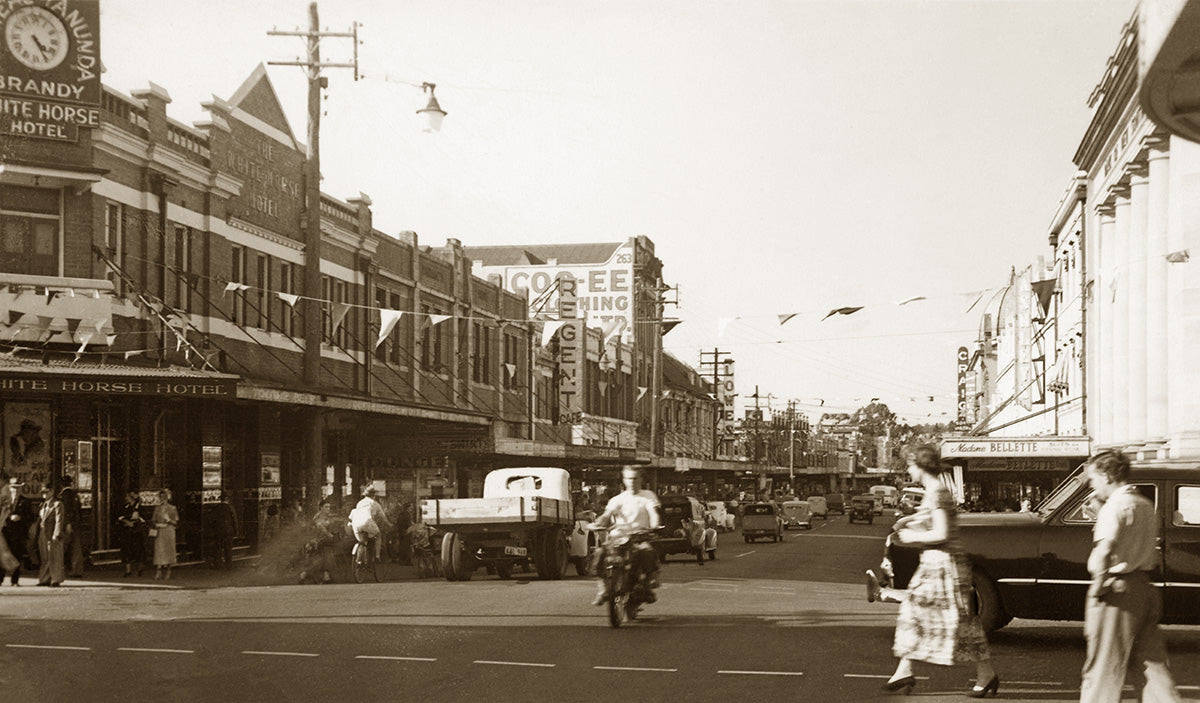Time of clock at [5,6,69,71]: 4:24
